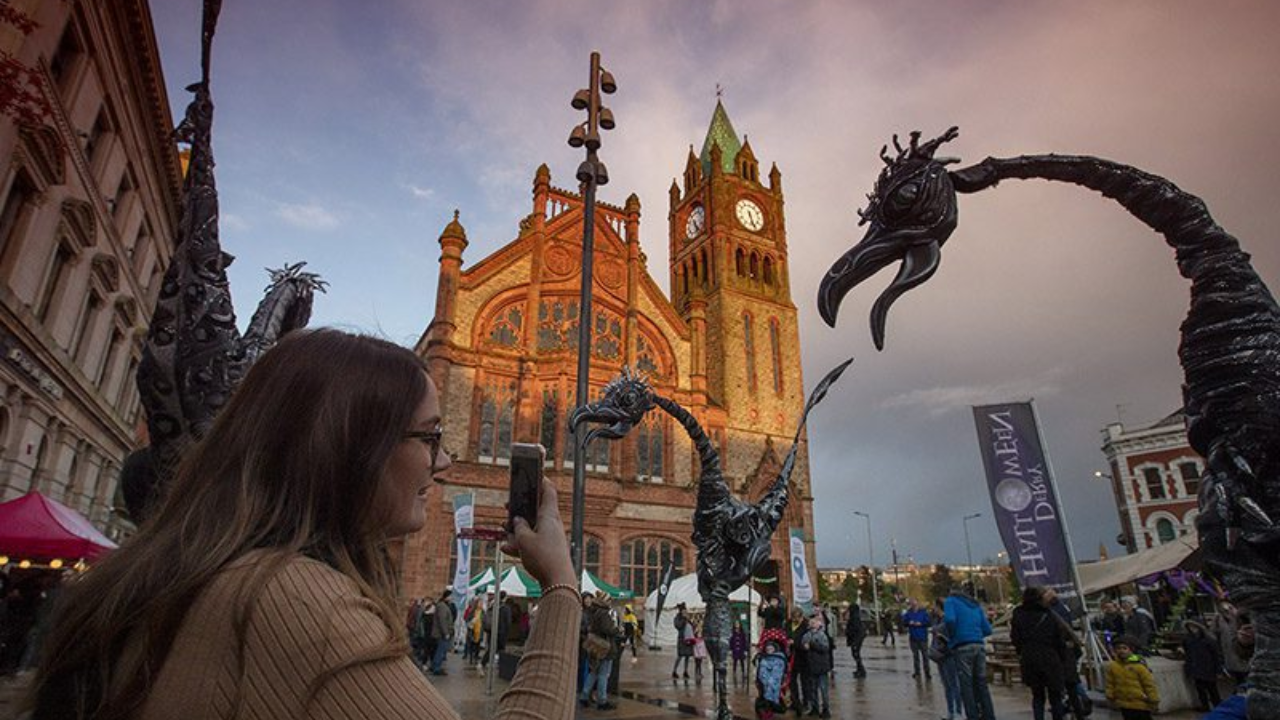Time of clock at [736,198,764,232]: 5:26
